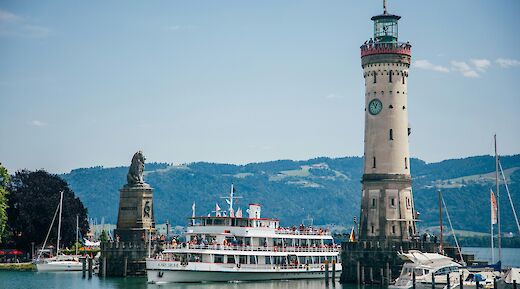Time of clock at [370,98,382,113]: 12:53
